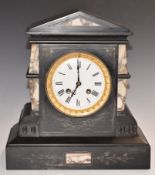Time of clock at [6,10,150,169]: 7:00
